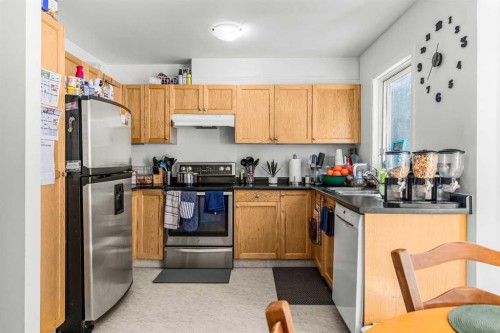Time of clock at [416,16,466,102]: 7:37
